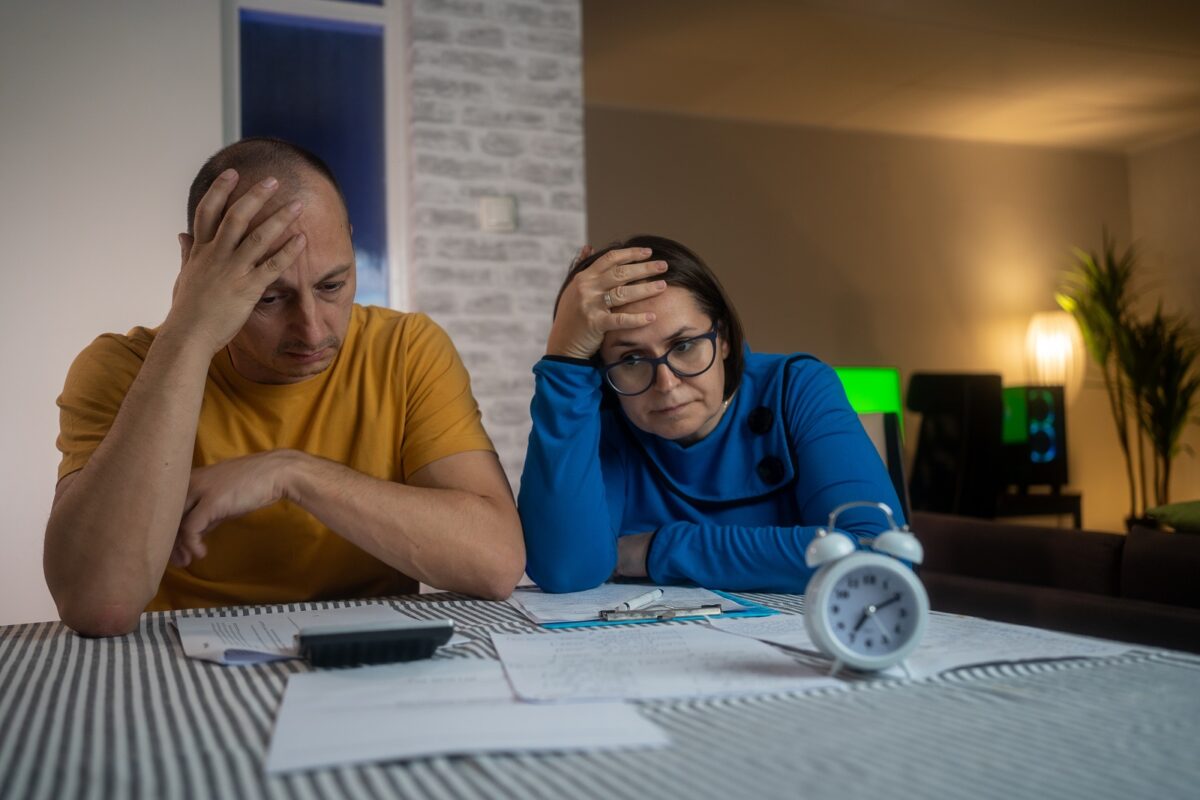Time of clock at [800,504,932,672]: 7:10
